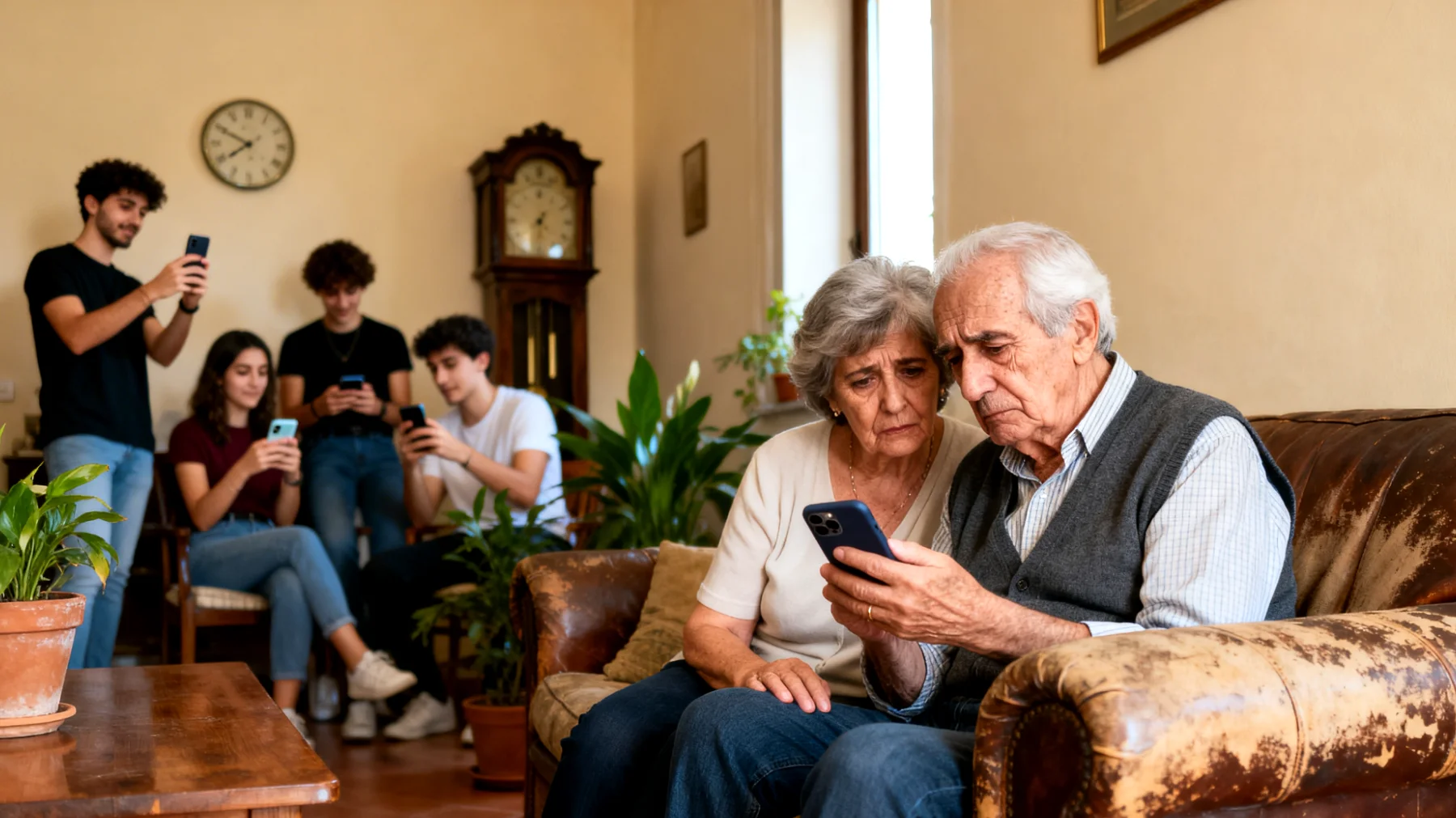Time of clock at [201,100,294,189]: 7:49
